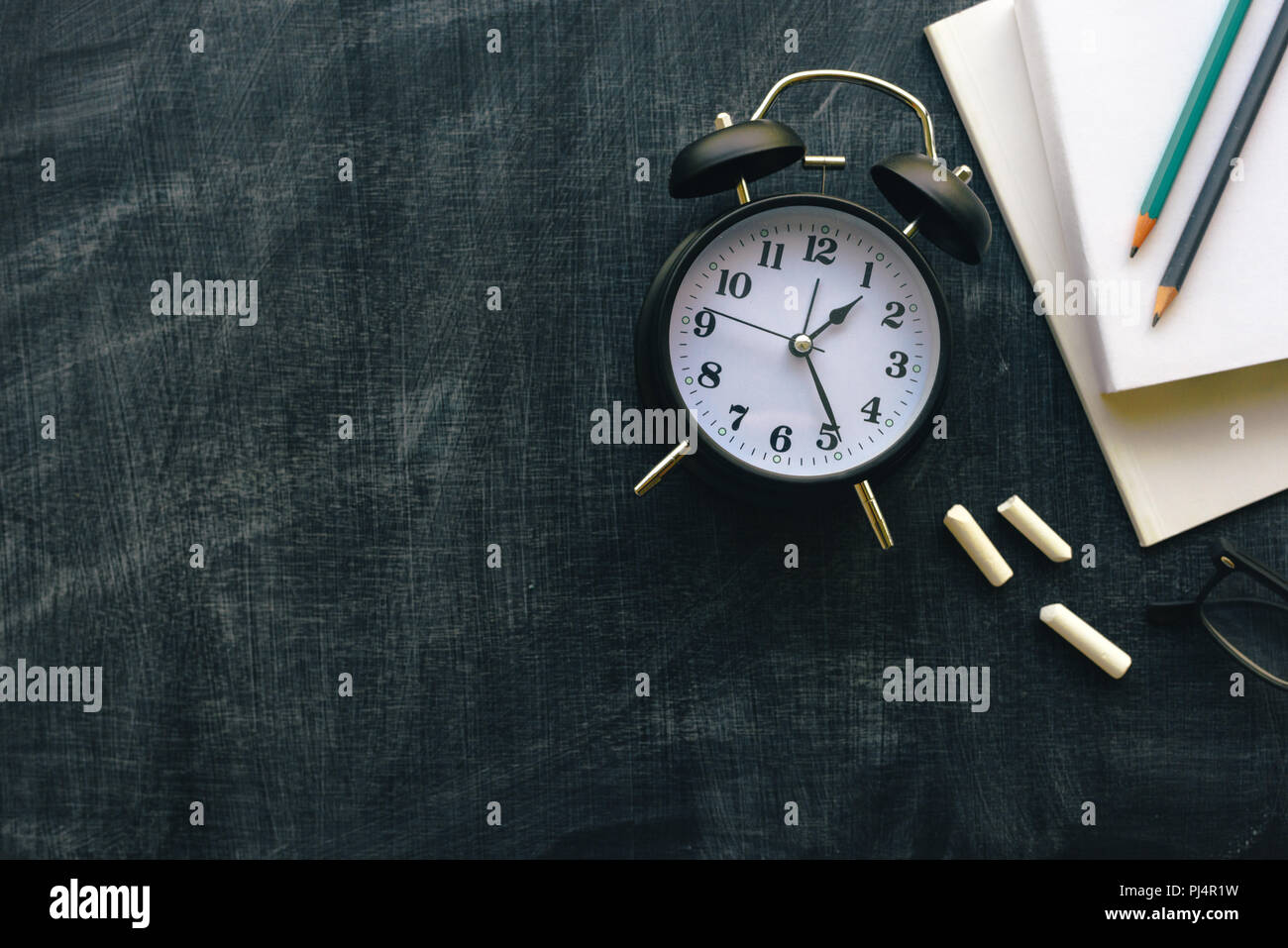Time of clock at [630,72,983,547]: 1:24
